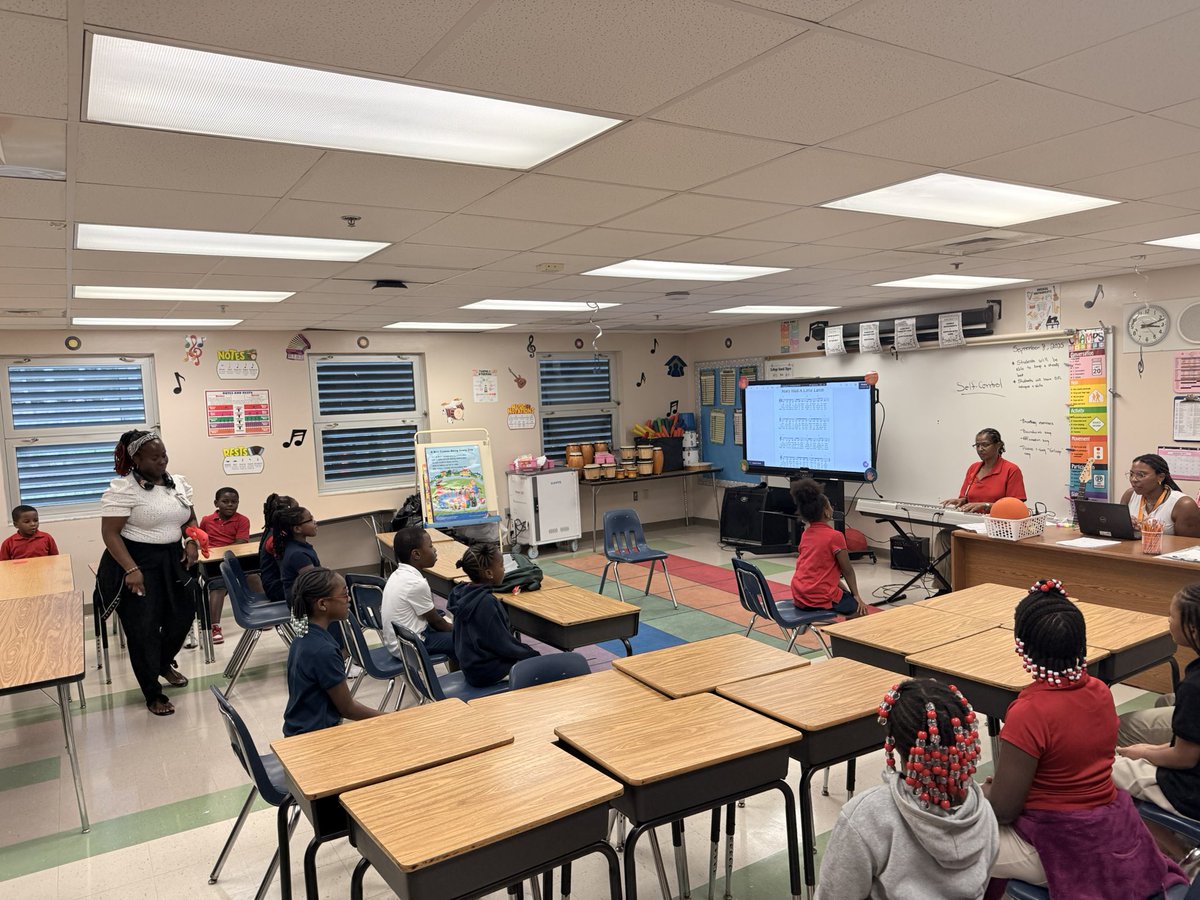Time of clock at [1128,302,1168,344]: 3:11
